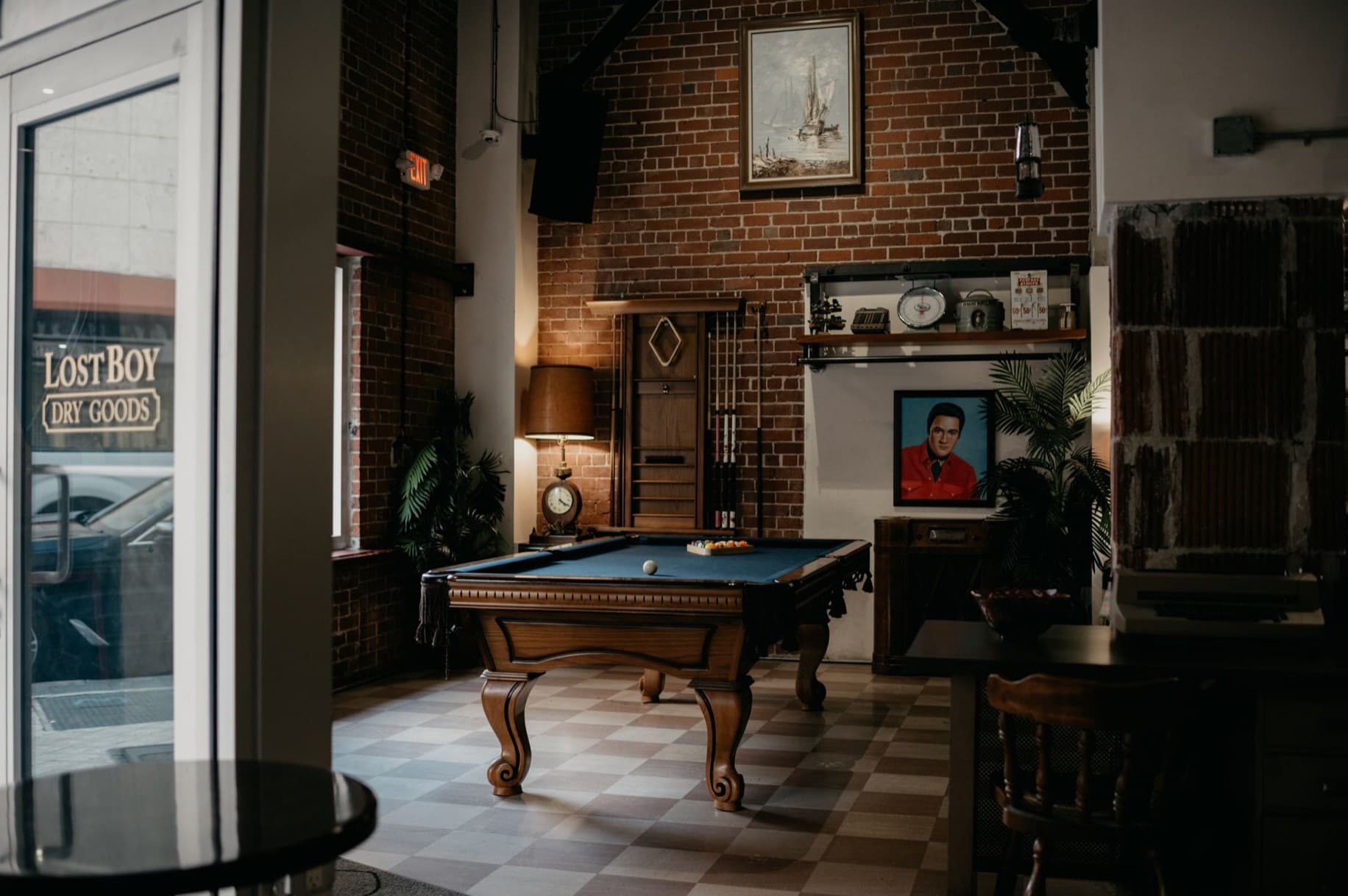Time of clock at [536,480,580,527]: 4:20
